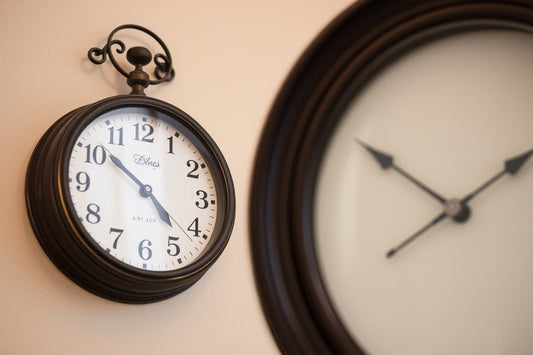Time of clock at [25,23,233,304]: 4:22
